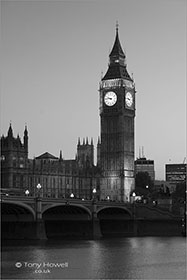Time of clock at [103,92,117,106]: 9:45
